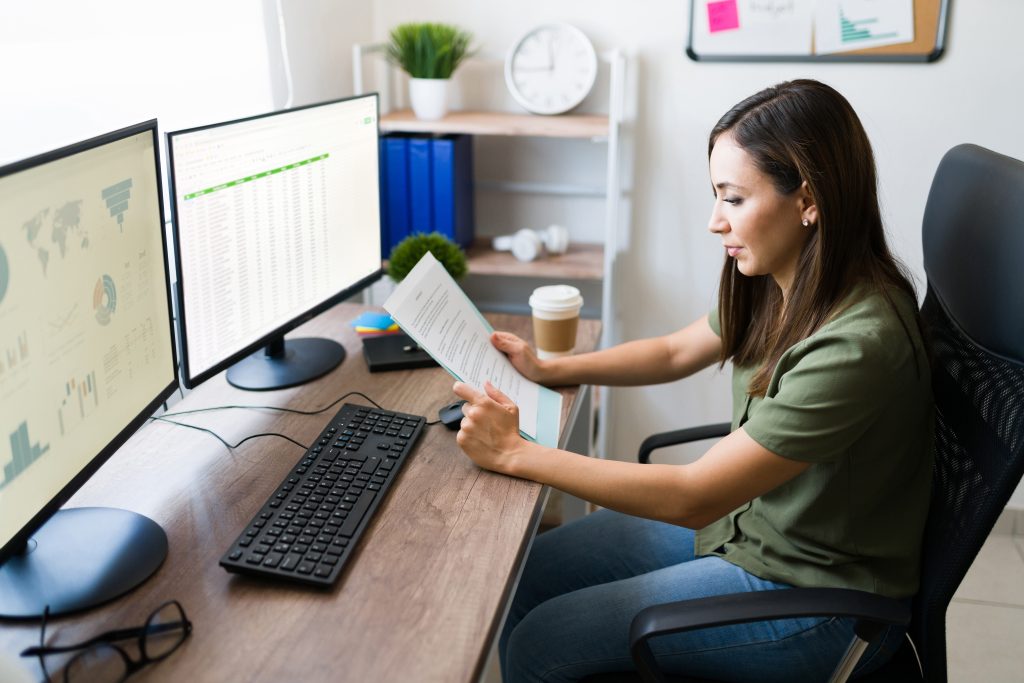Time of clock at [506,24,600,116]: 11:44
